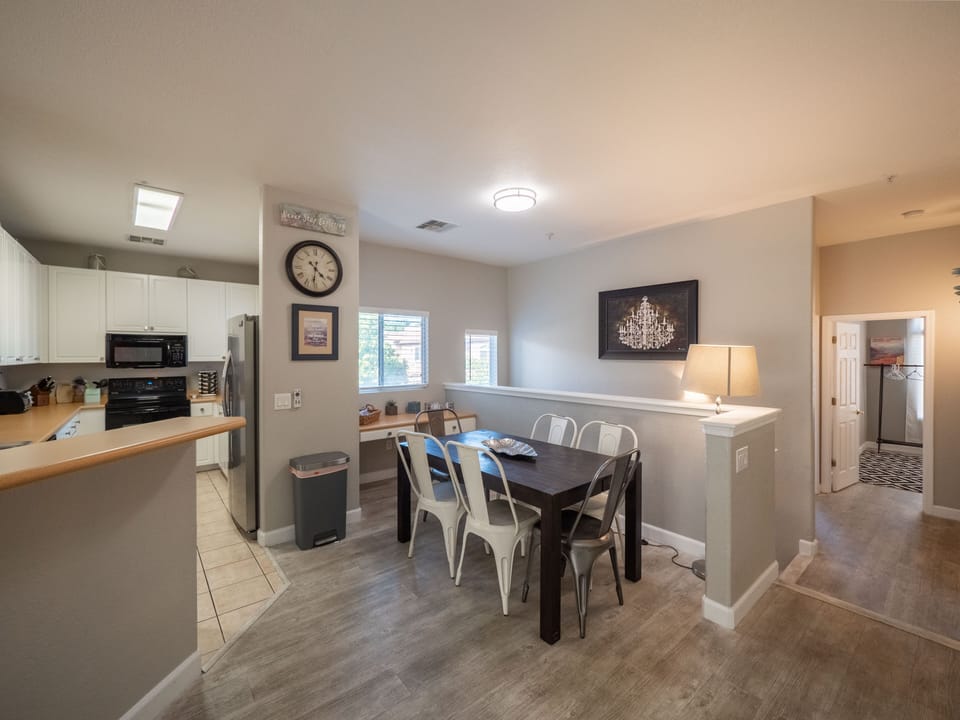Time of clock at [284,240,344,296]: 4:31
